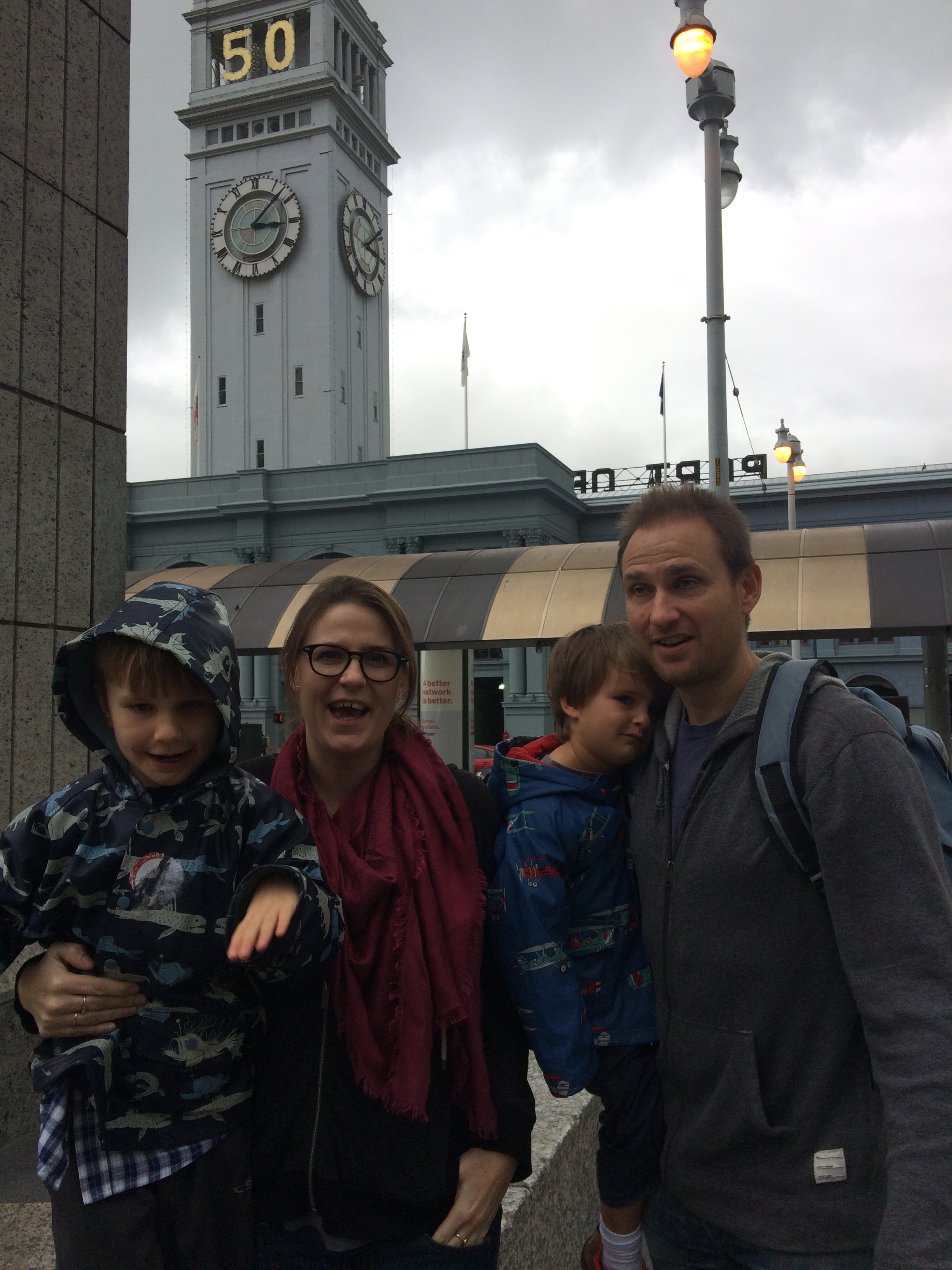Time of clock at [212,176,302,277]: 3:07
